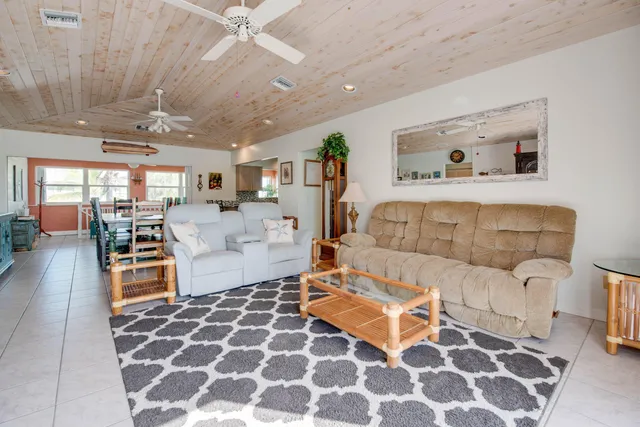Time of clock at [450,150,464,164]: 1:46
